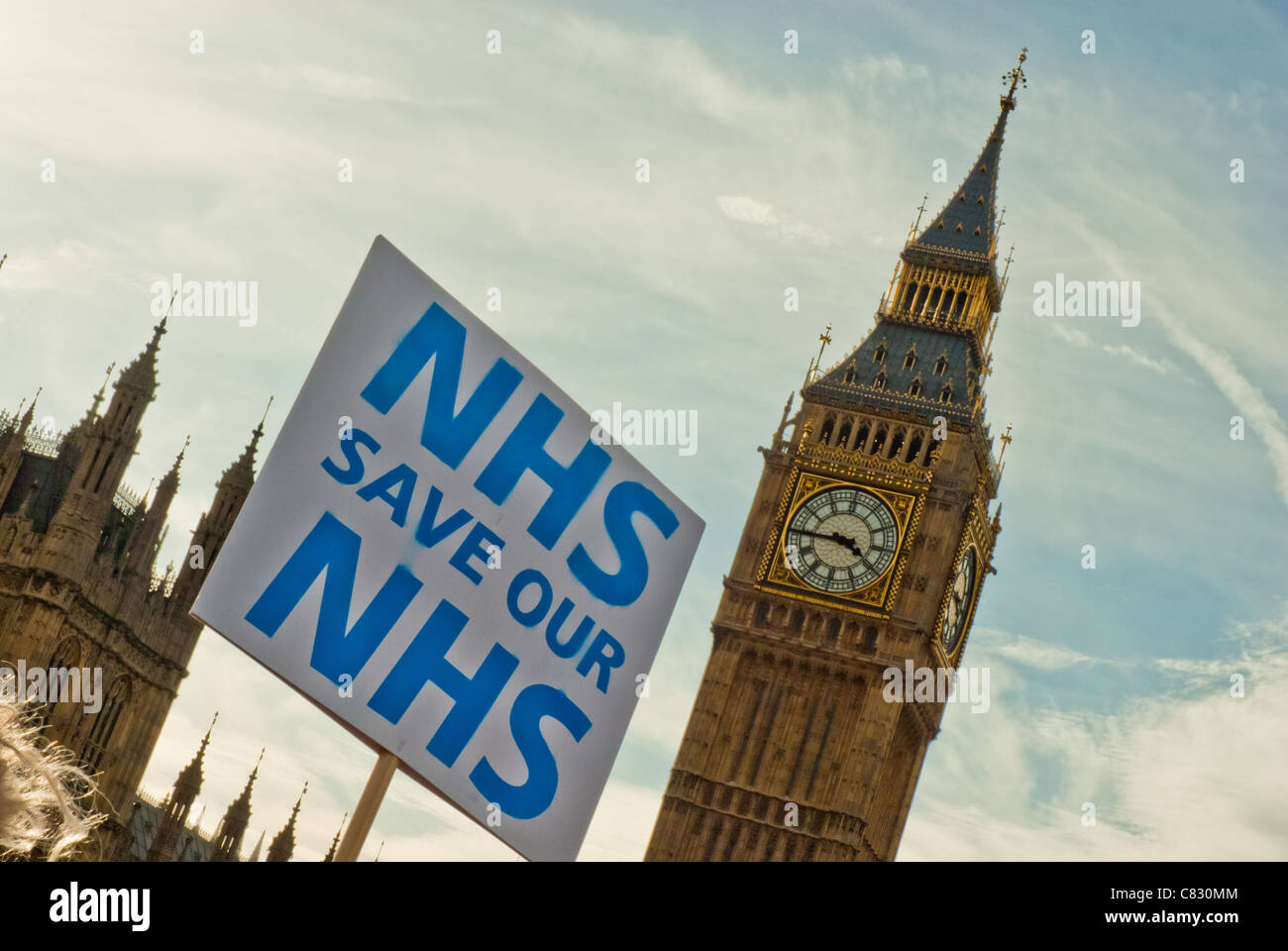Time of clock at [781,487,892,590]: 3:44
